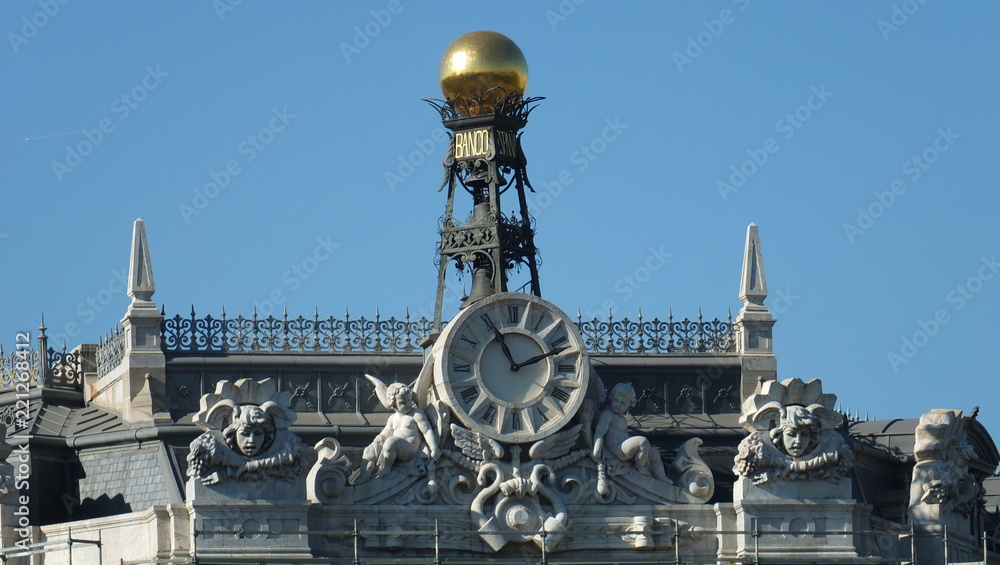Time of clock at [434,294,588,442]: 11:11
